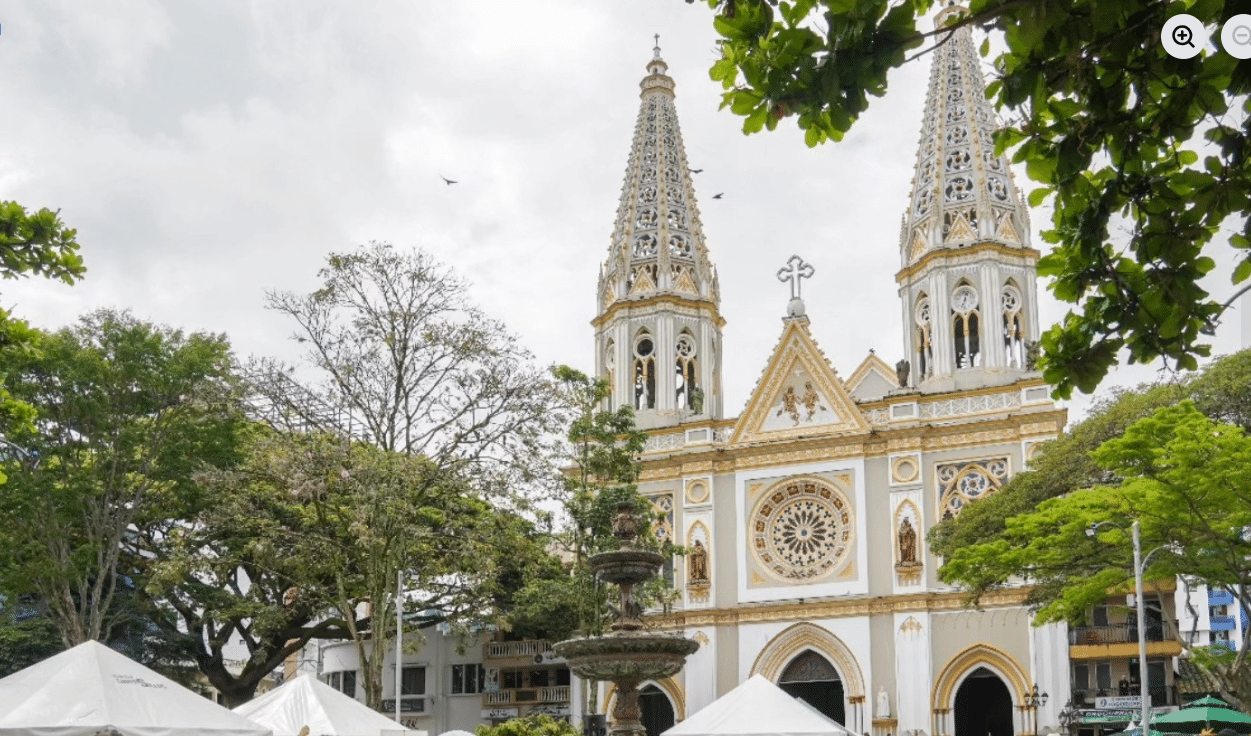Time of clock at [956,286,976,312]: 12:32
